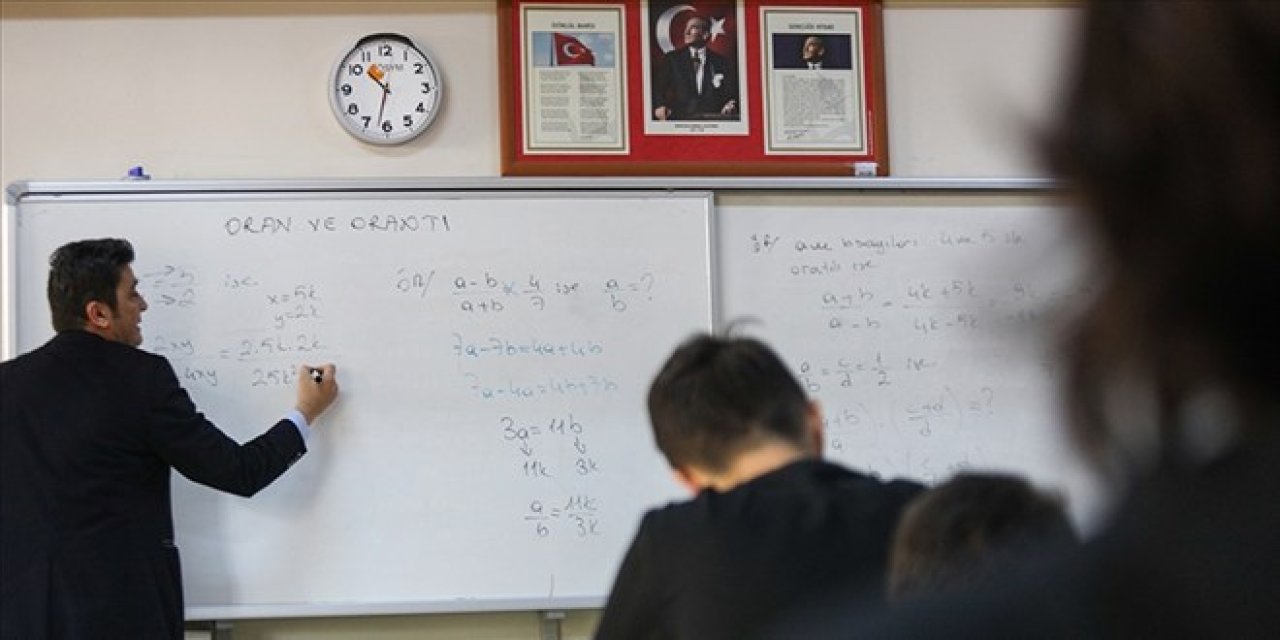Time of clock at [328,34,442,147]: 10:32
